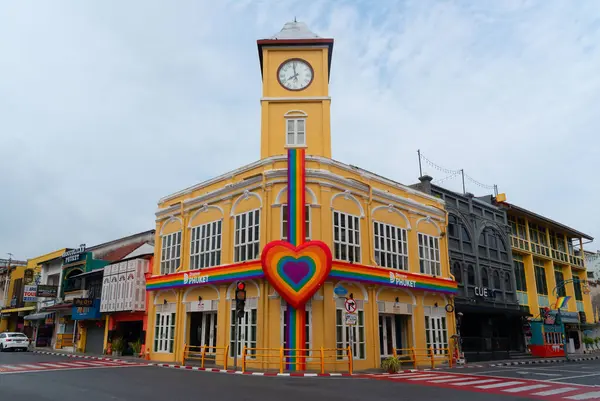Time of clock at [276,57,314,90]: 7:58
